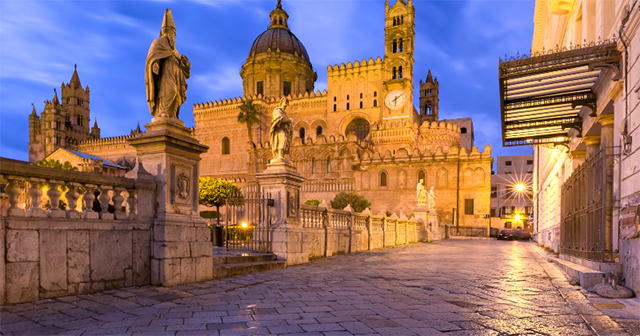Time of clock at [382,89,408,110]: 6:08
